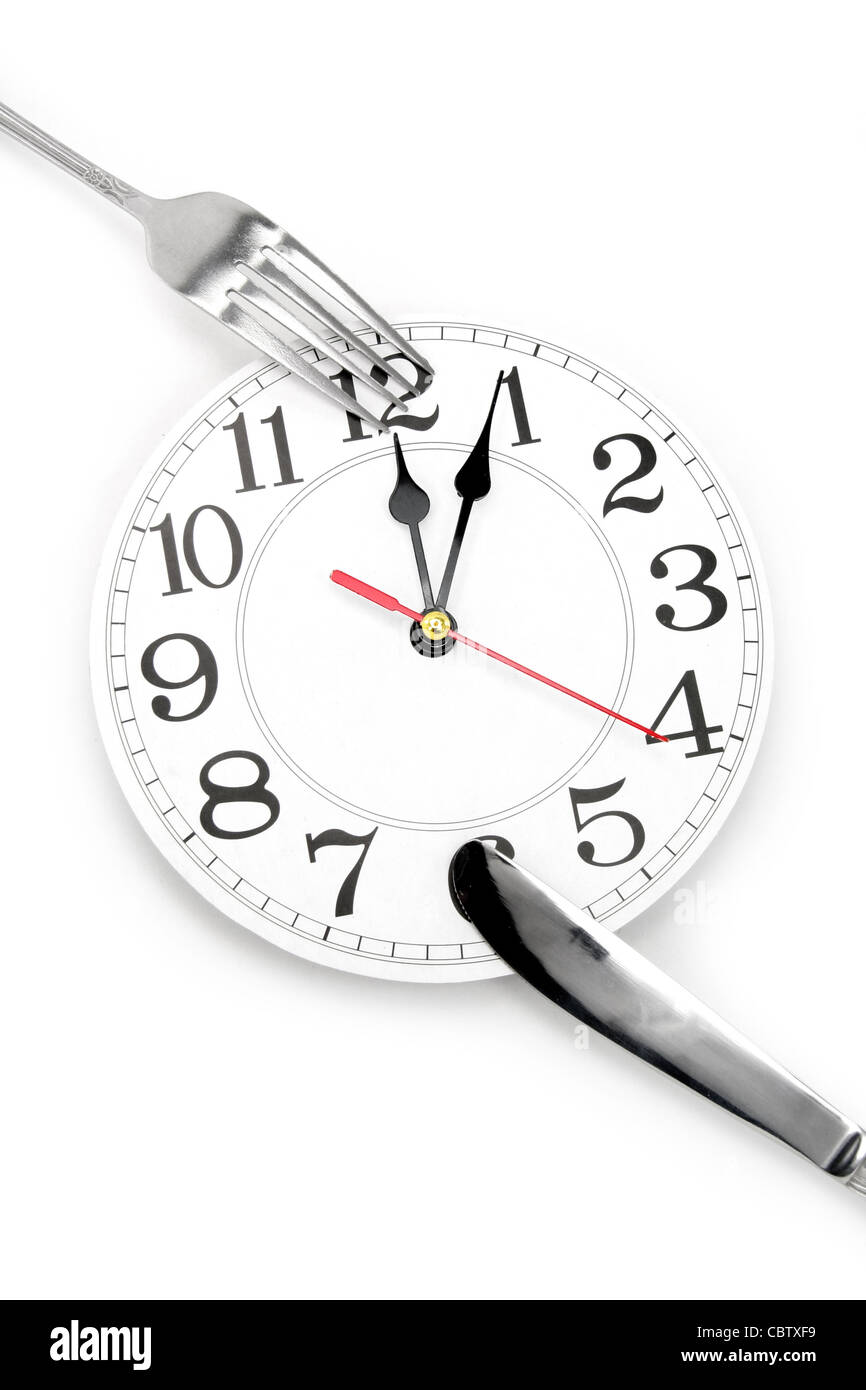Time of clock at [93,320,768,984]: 12:04
